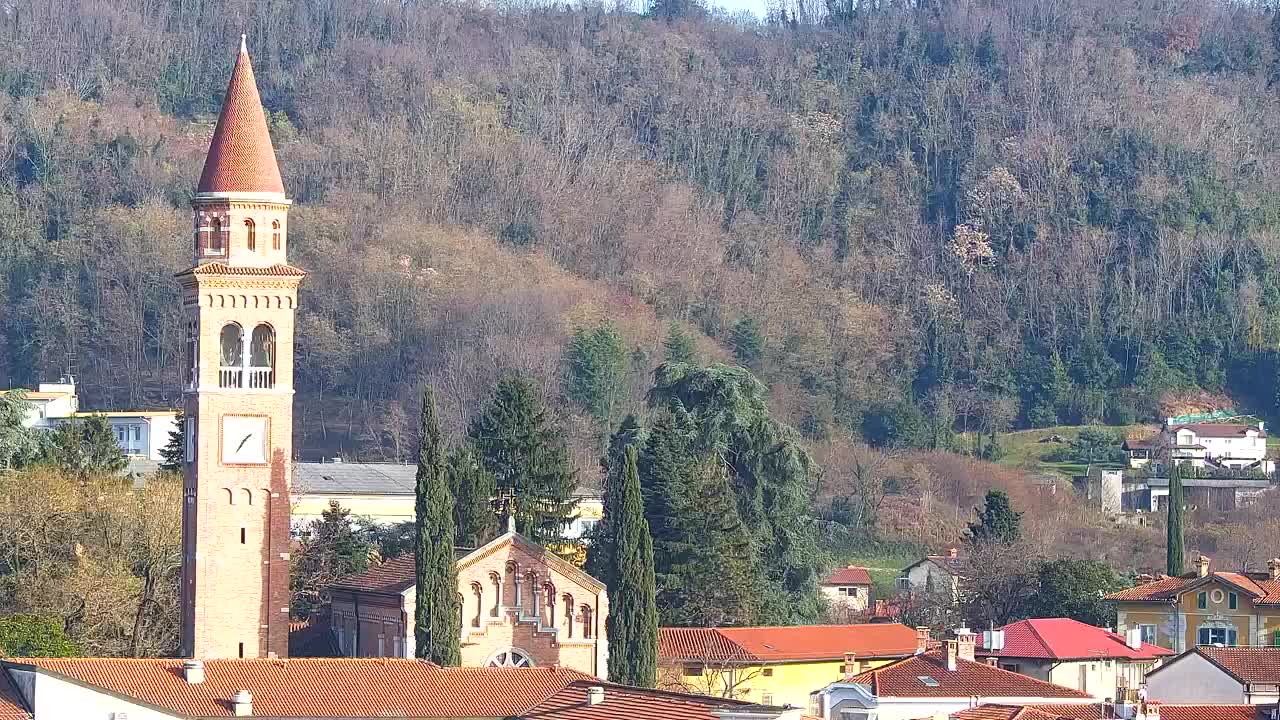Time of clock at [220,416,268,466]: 1:36
